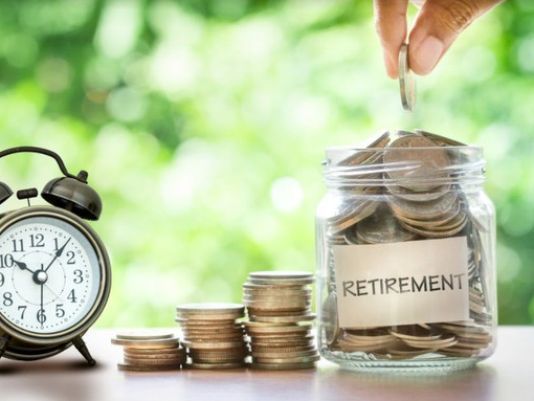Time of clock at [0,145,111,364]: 10:07
